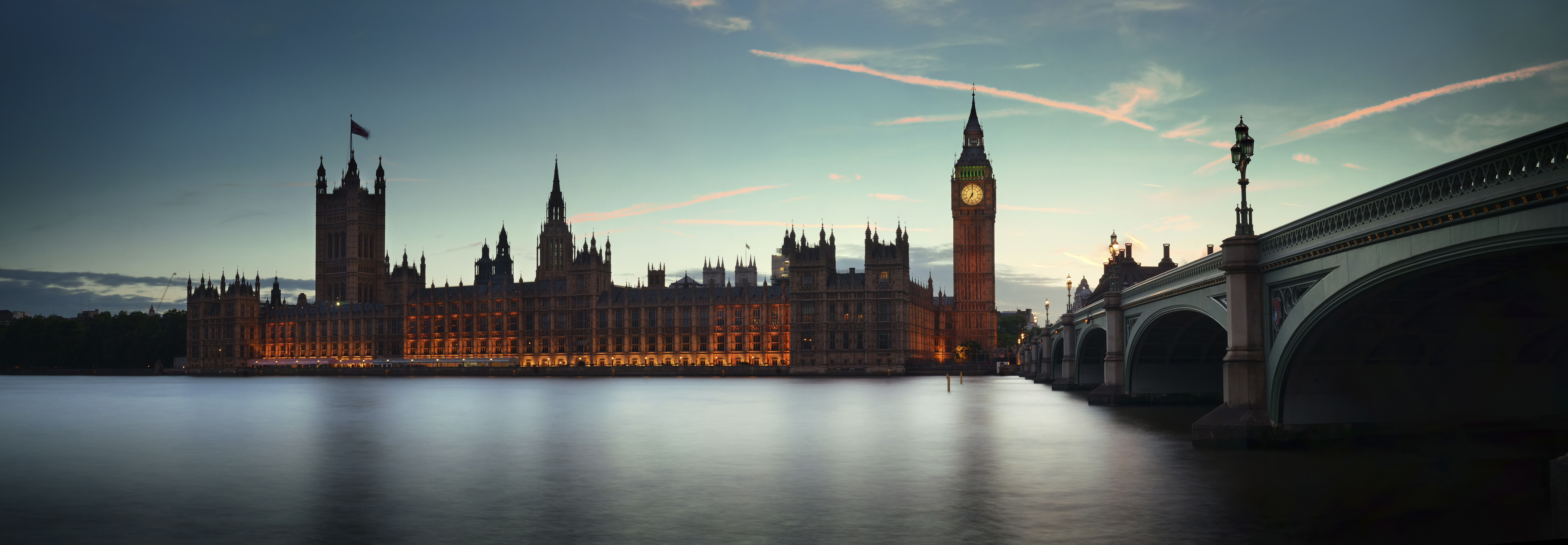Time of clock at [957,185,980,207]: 7:00
